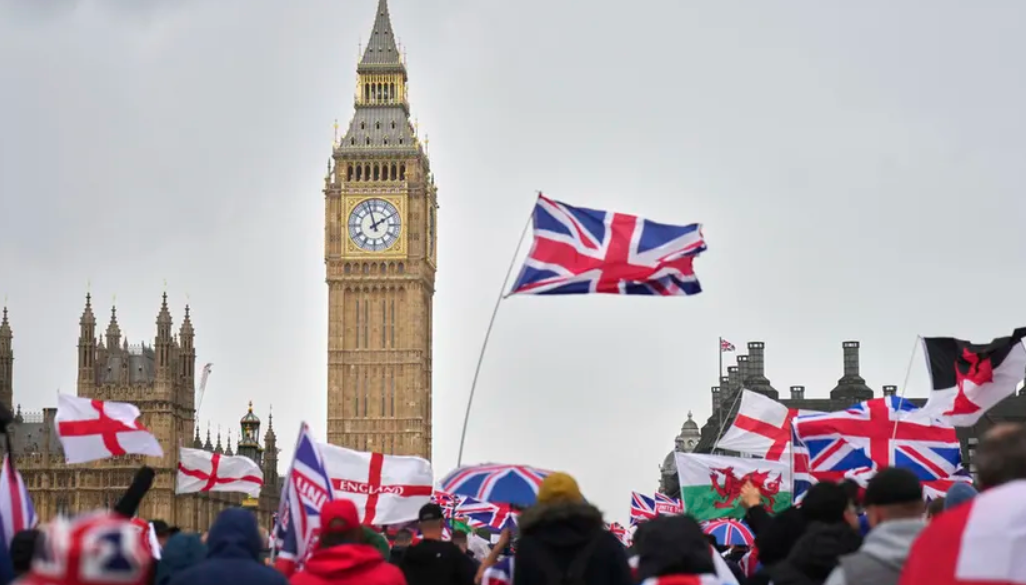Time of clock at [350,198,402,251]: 1:57
